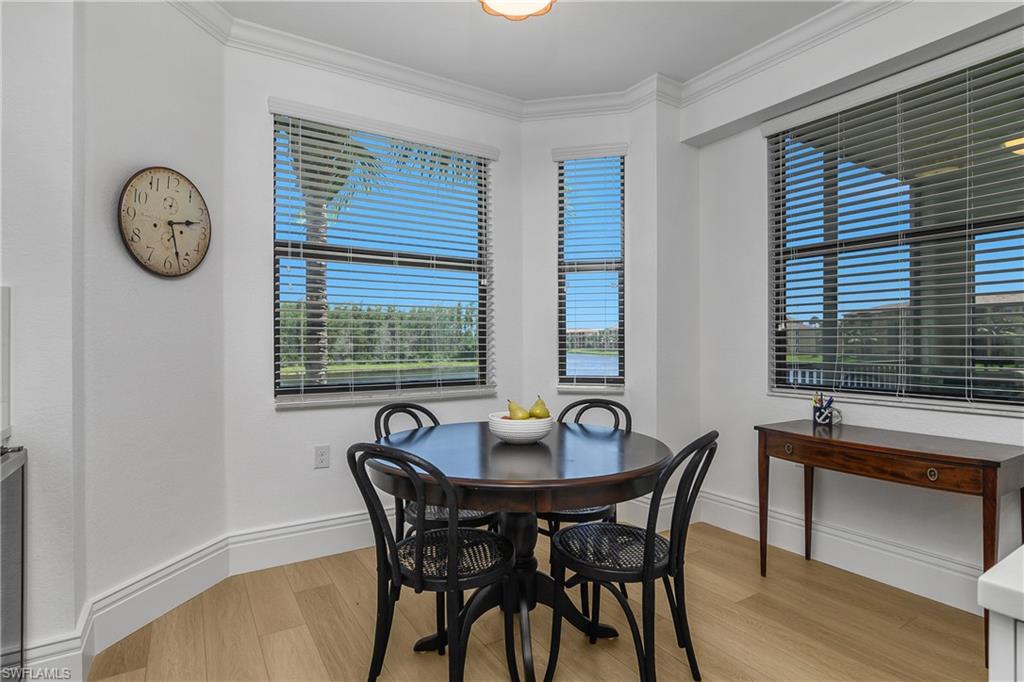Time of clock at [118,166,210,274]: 2:27
